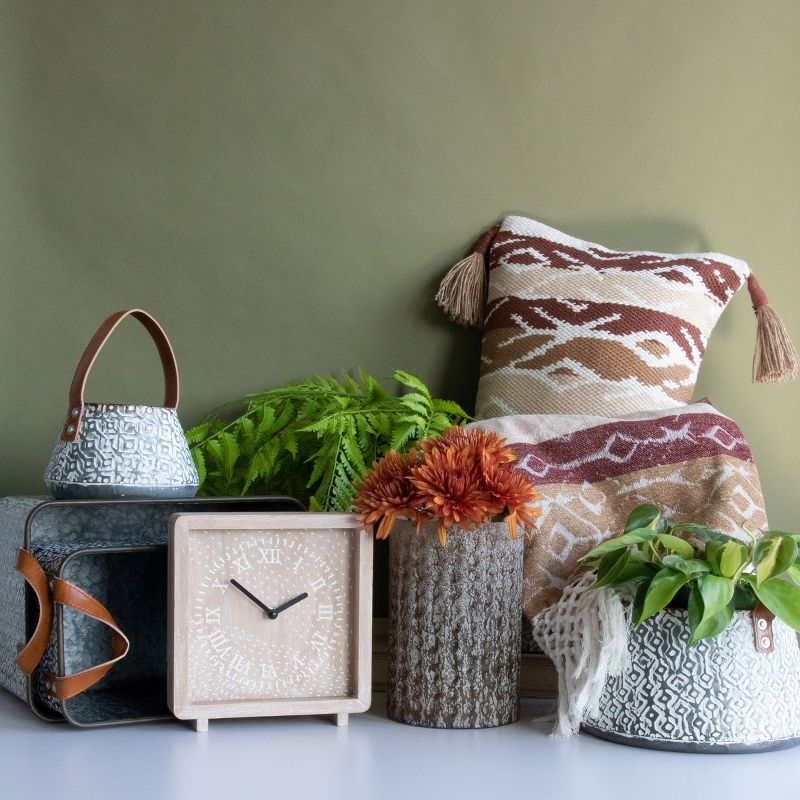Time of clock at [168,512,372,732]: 1:51
